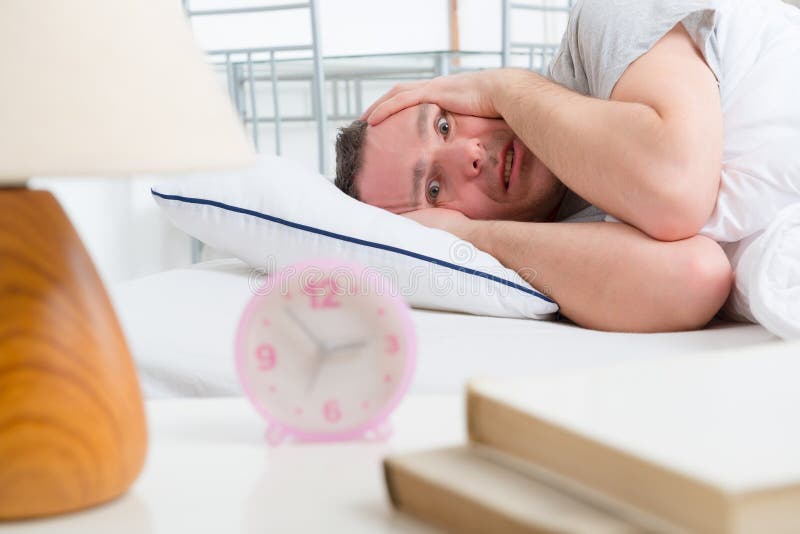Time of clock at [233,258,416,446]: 2:34
